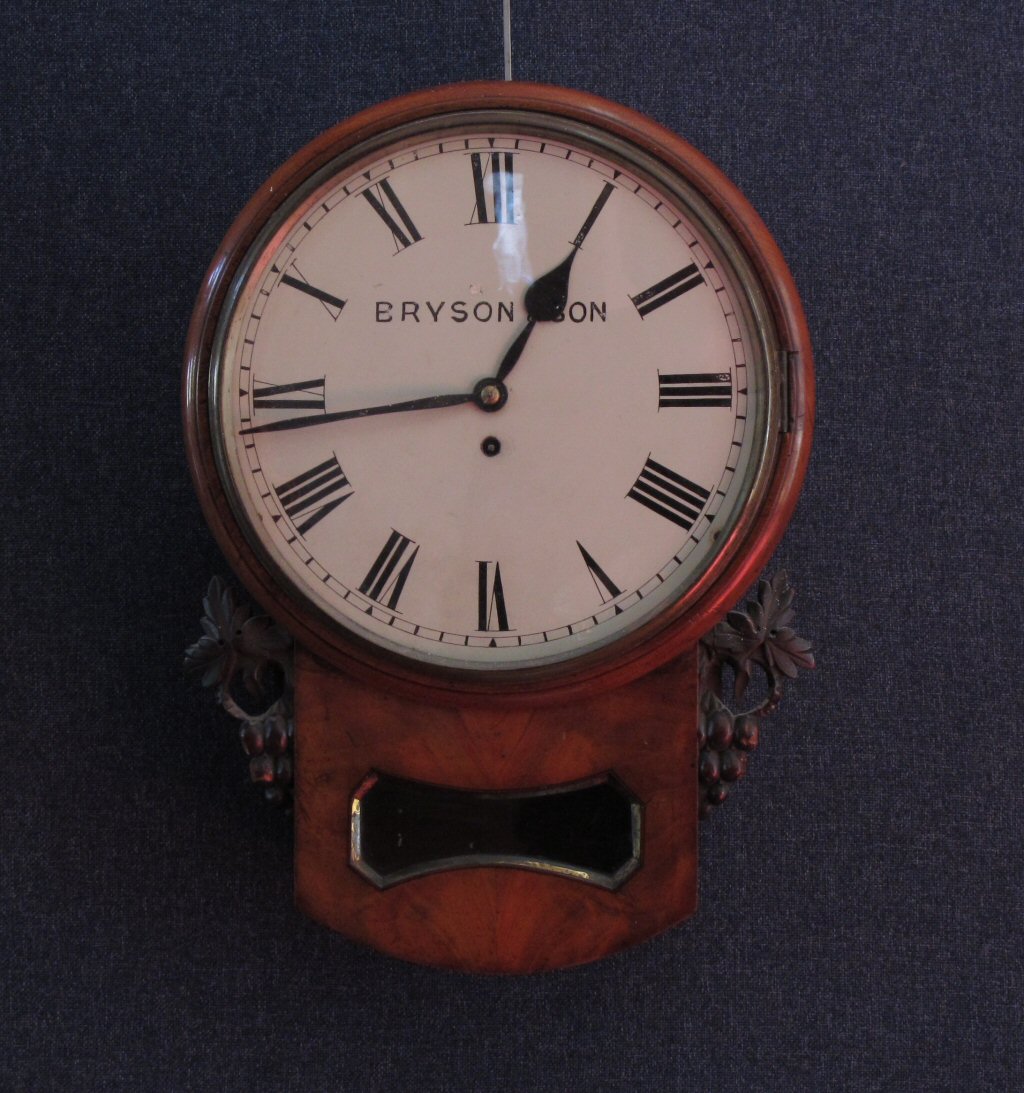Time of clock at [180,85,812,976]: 12:43
